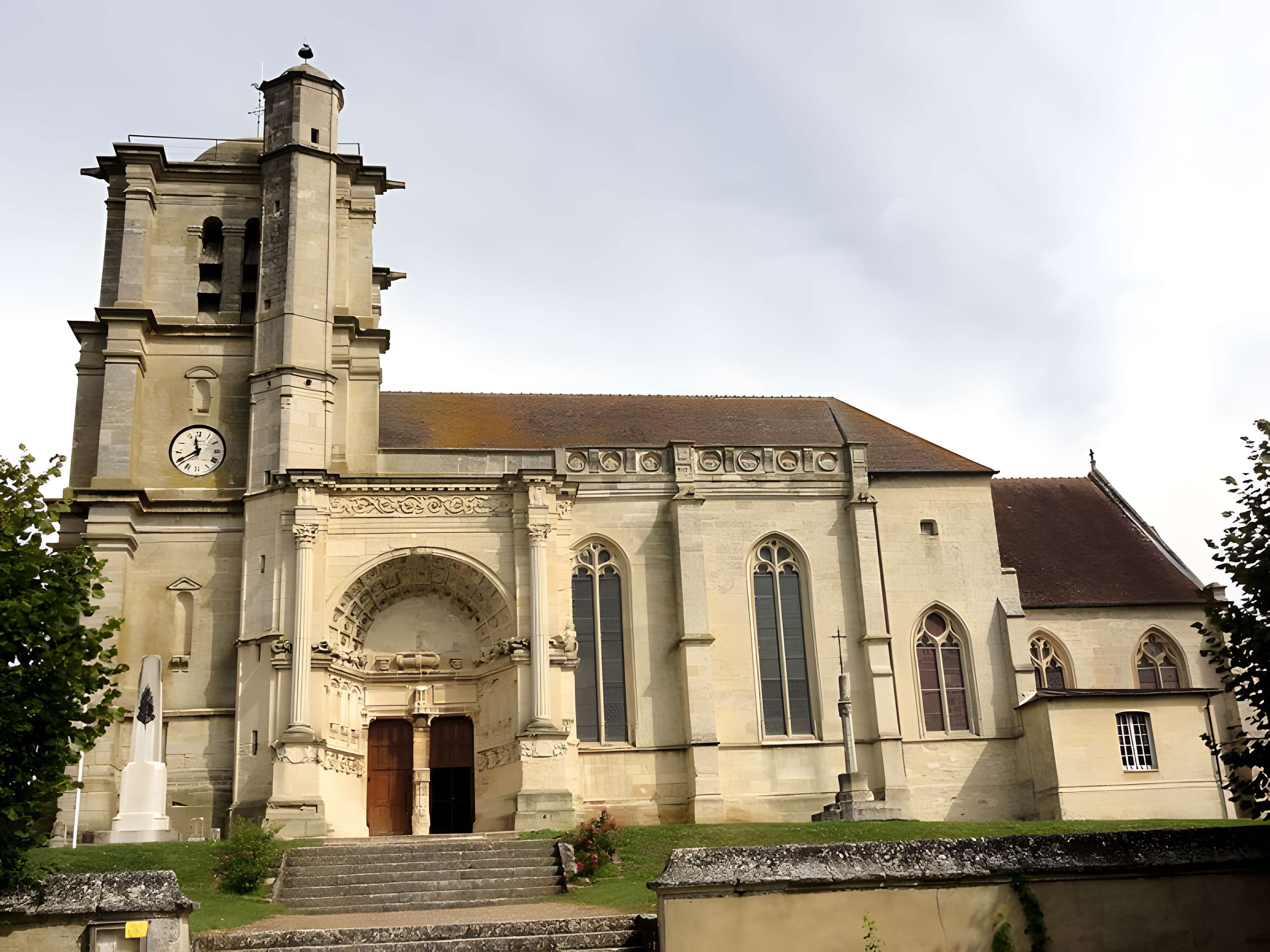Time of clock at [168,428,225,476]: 11:40
